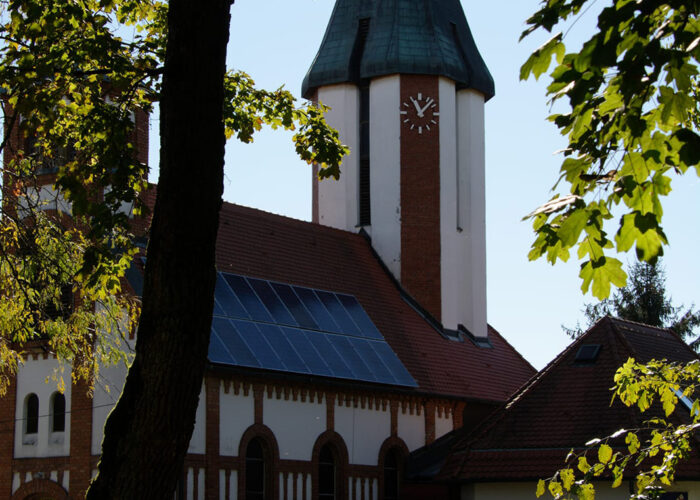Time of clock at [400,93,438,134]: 11:07
